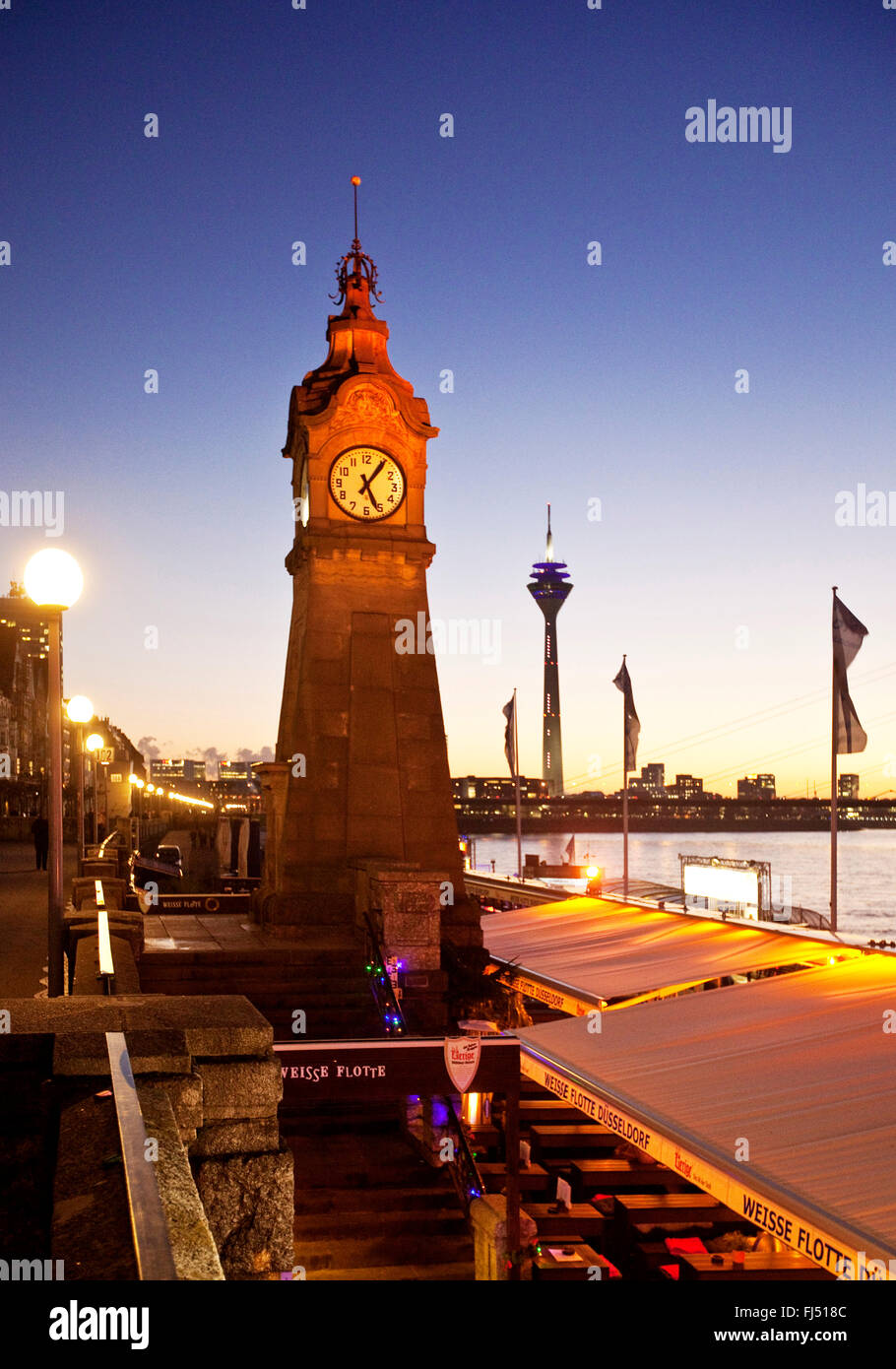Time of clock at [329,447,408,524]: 5:05
